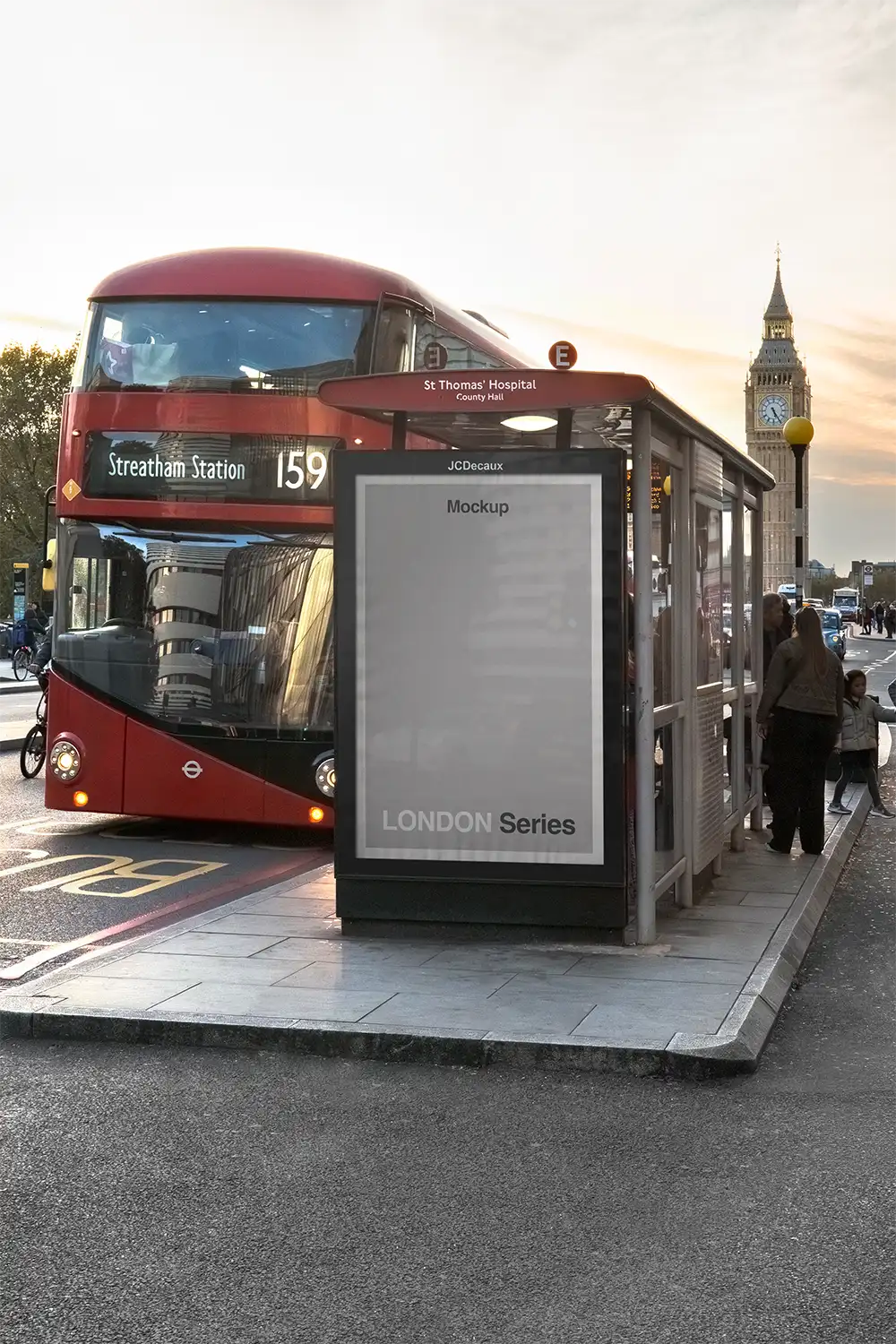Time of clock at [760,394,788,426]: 5:24
